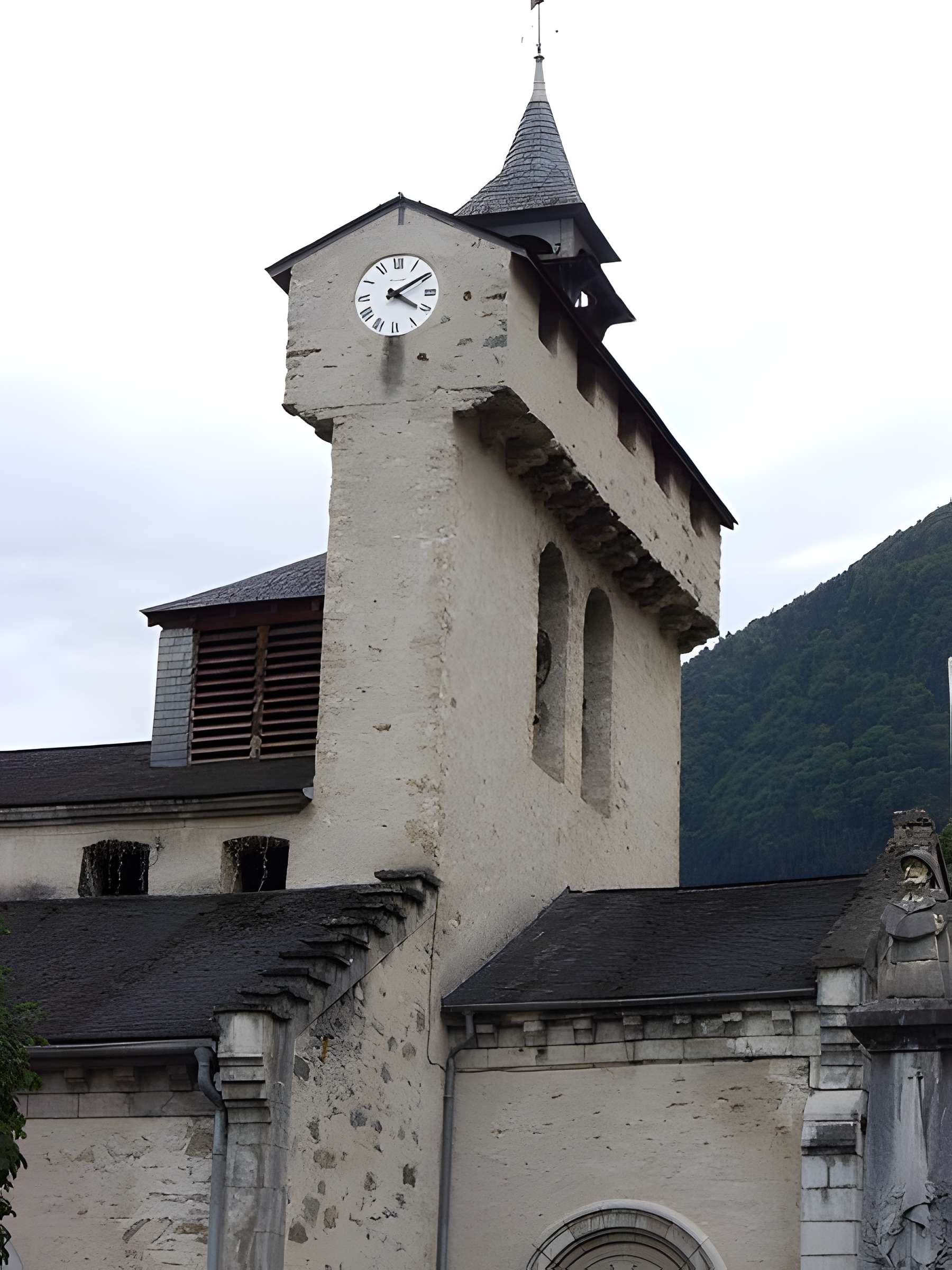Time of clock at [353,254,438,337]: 4:09
